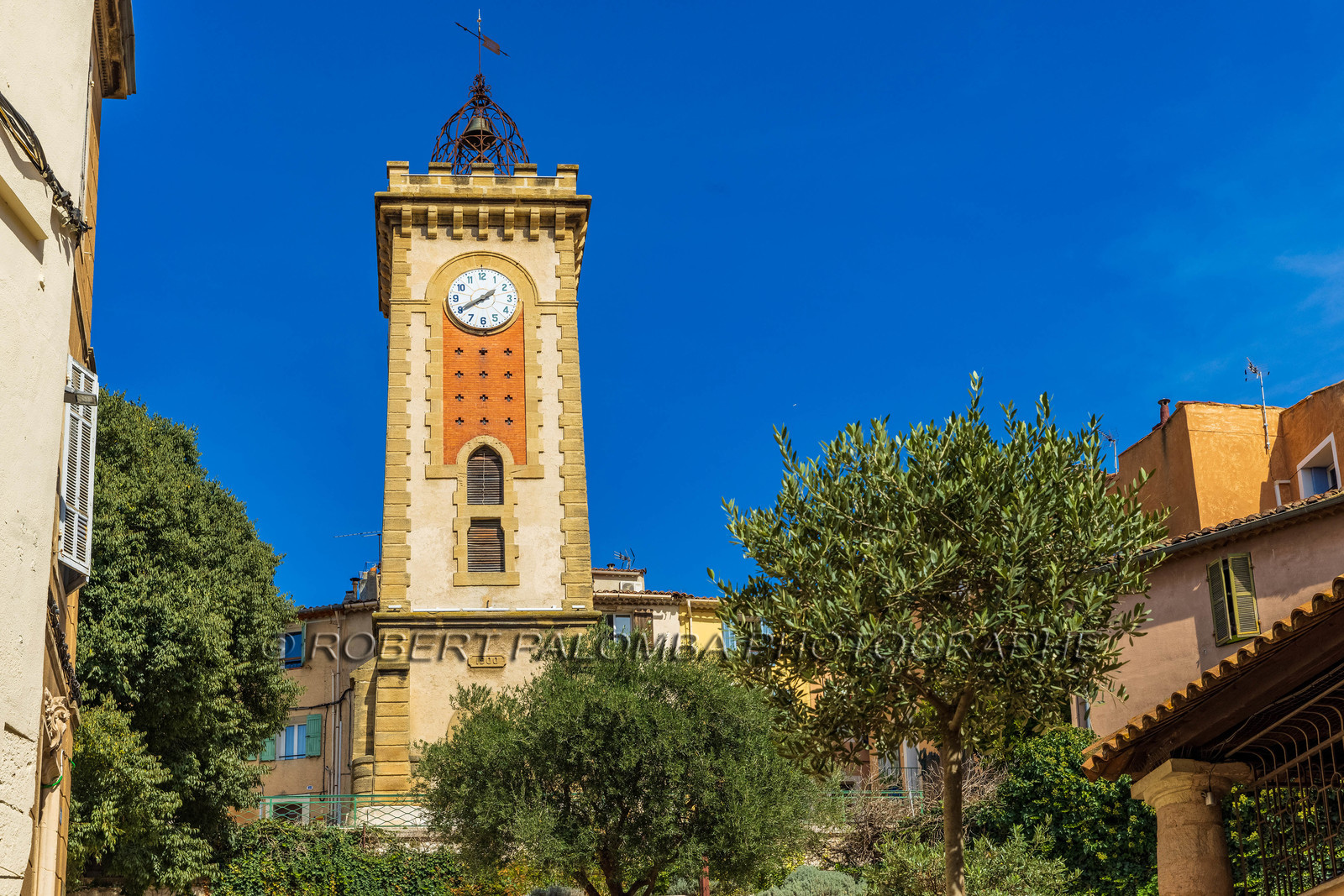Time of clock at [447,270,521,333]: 1:39
